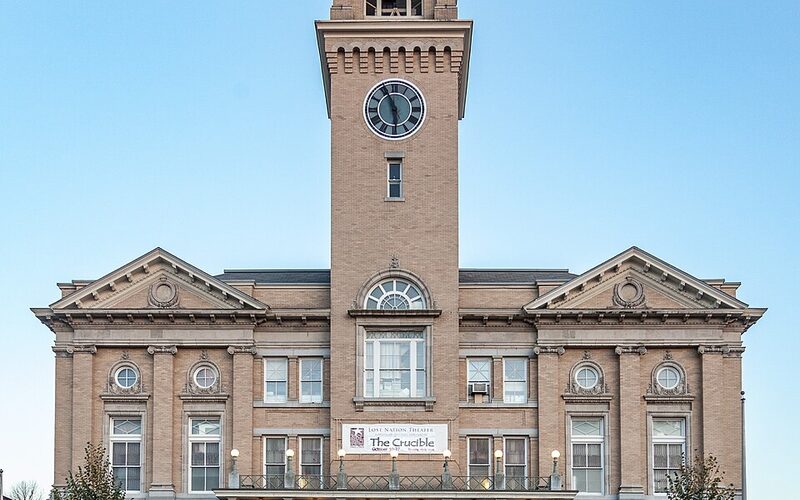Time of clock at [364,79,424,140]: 5:55
